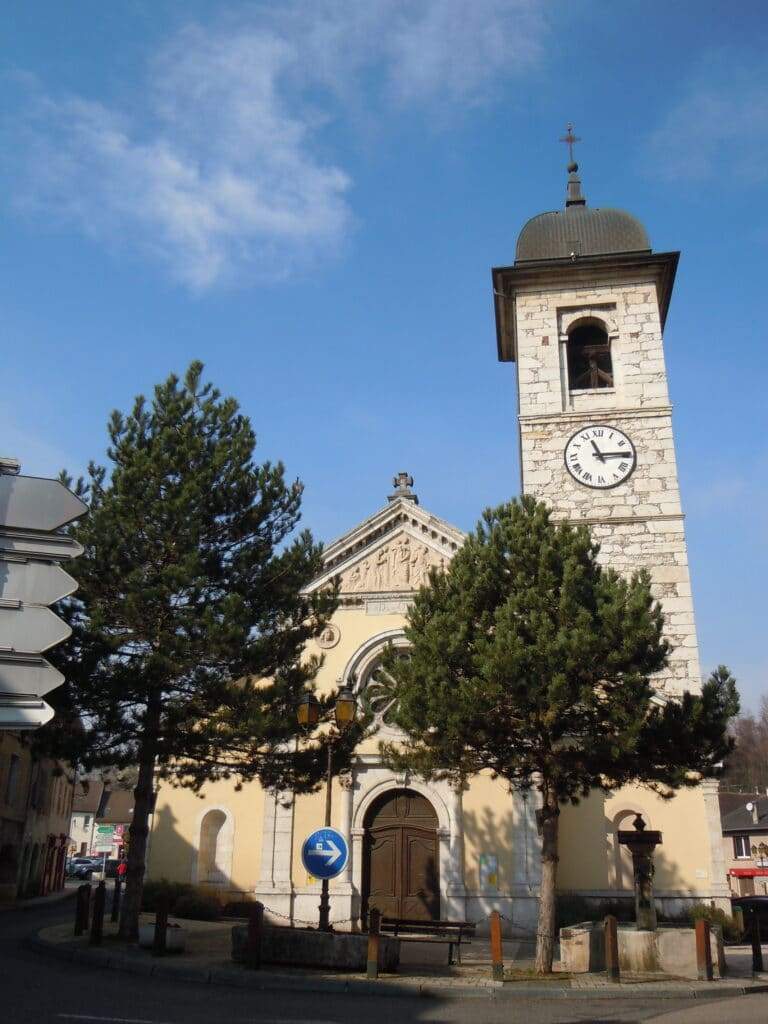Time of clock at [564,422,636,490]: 11:14
